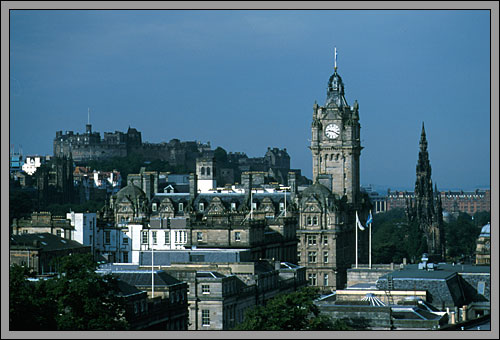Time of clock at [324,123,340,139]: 9:20
